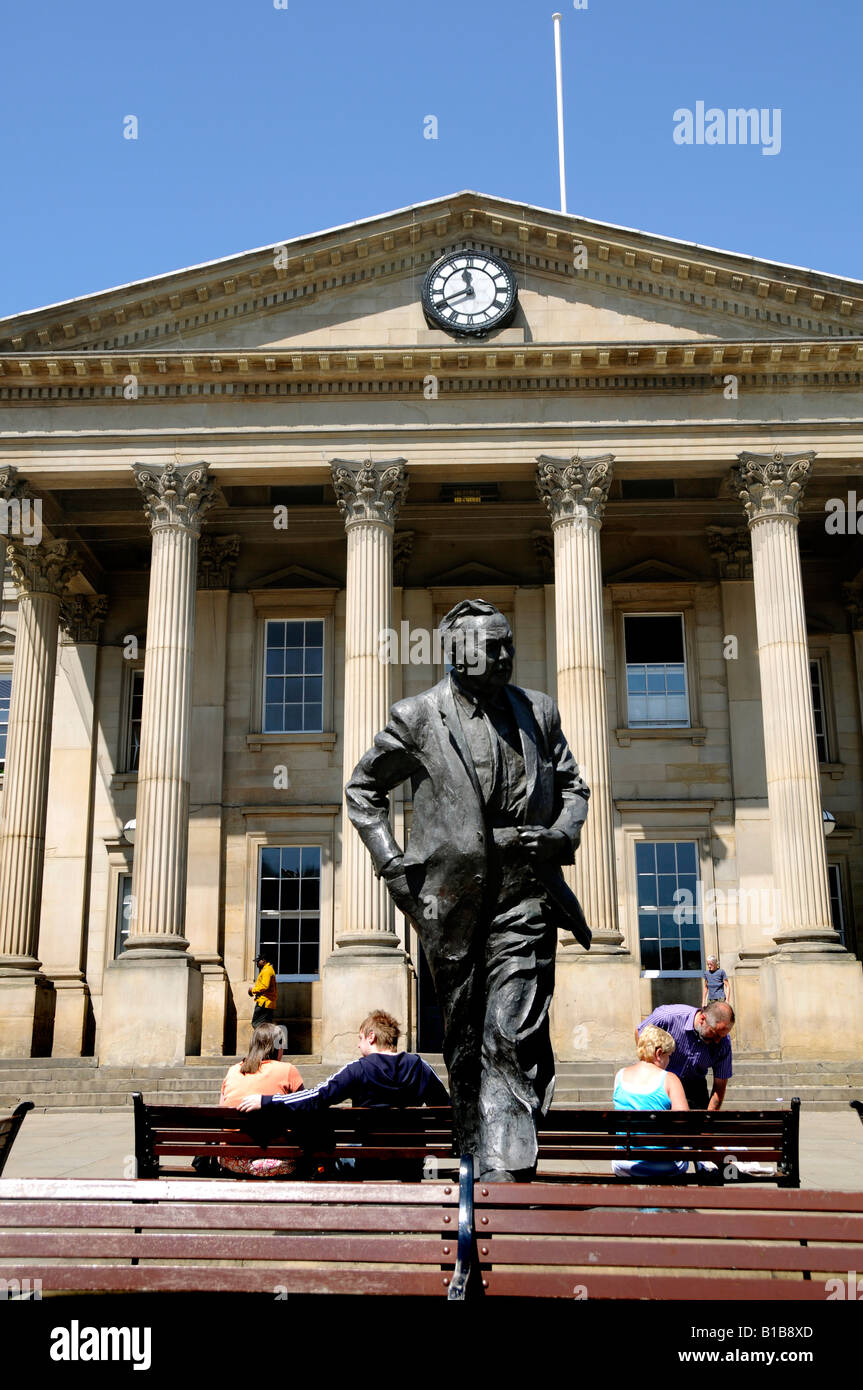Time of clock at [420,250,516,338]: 11:41
